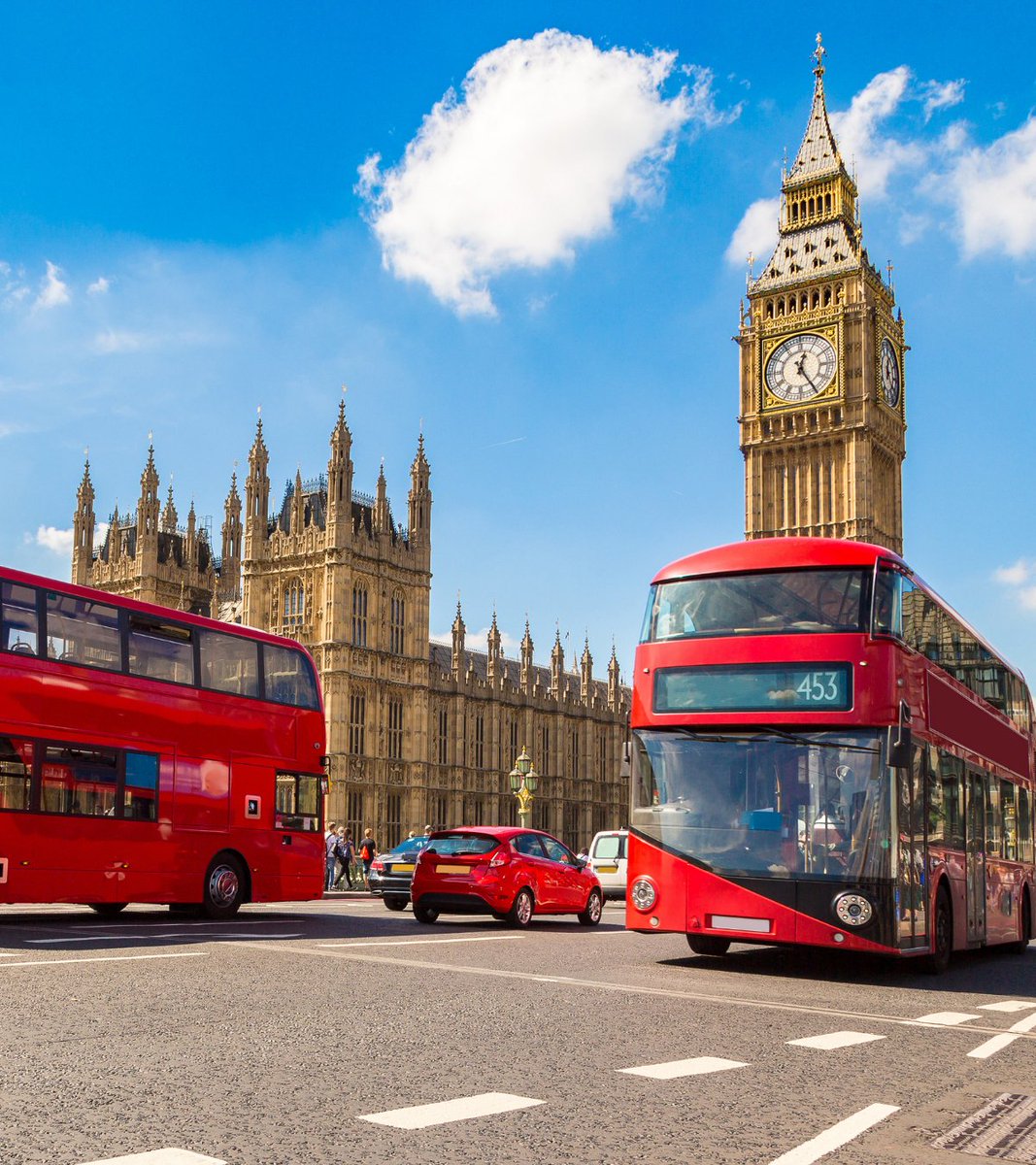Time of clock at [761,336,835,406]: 12:24
